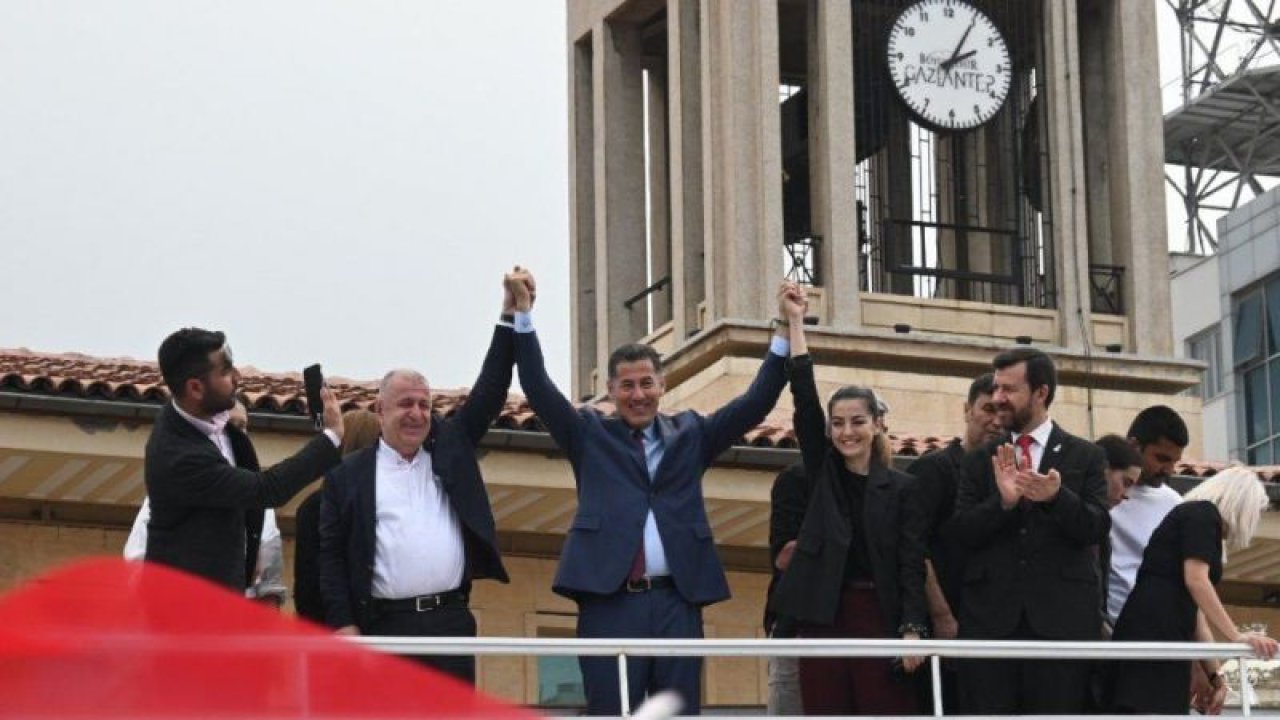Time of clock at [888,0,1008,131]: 2:05
